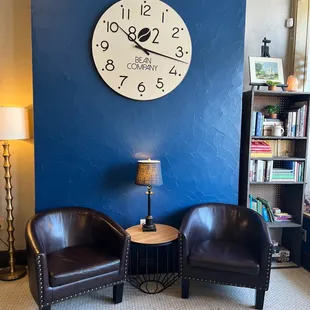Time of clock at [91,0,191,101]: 10:17
